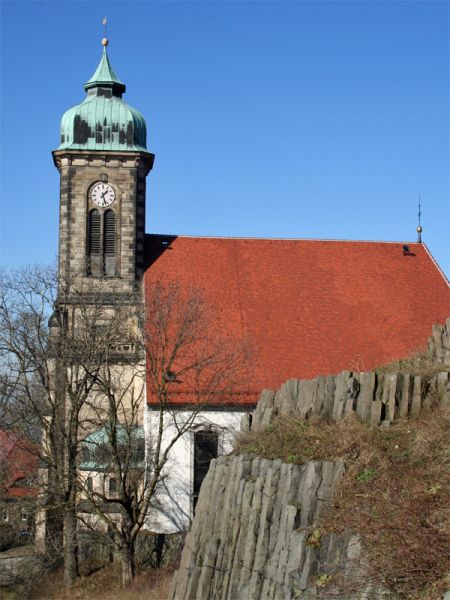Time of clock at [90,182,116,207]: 1:27
